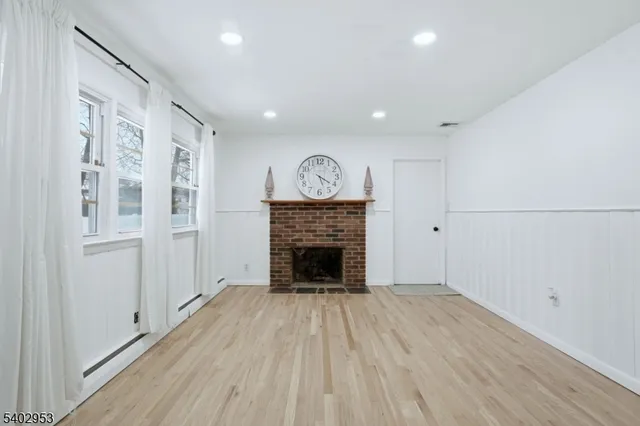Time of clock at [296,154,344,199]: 5:20
